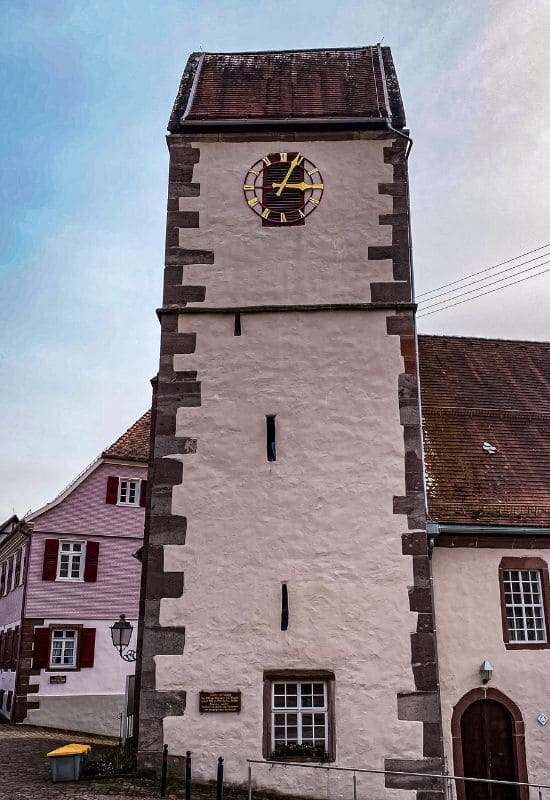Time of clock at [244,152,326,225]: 3:04
